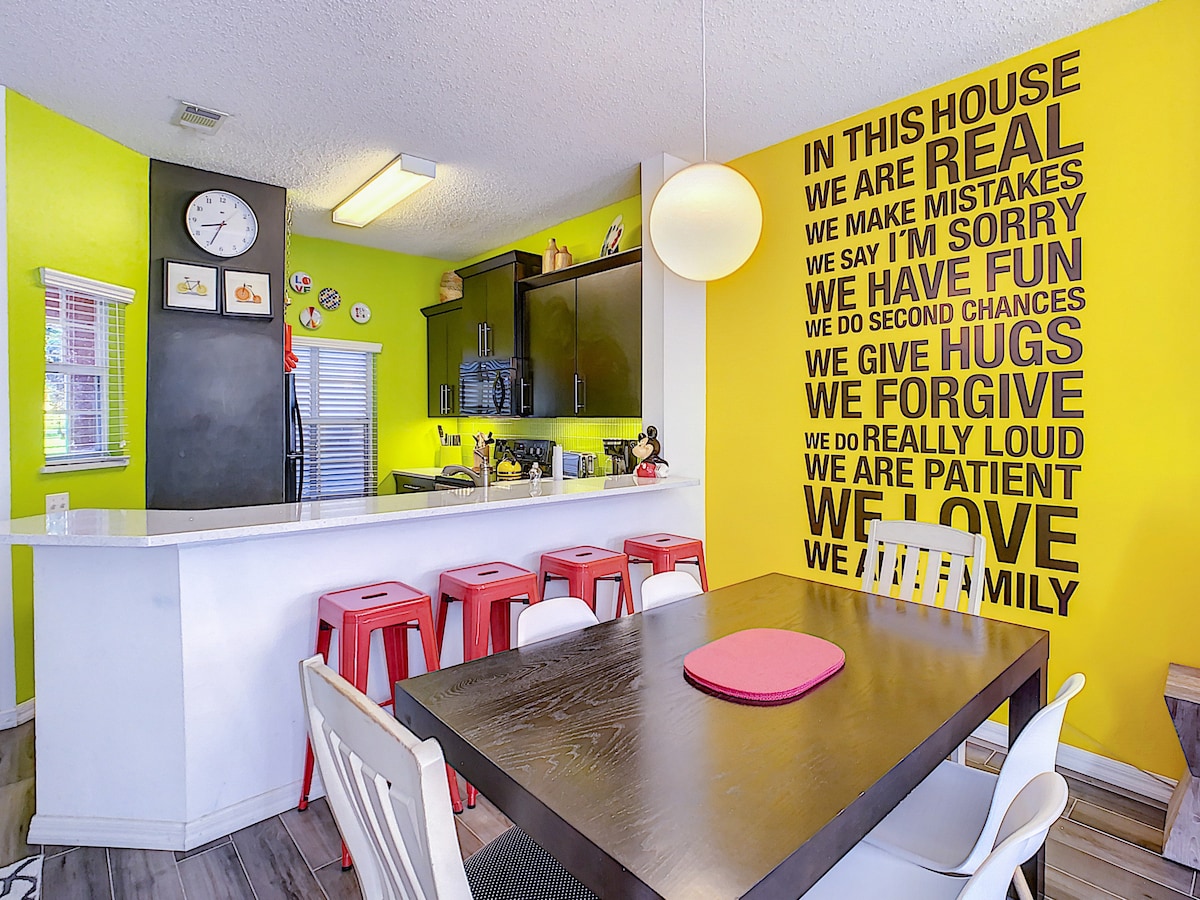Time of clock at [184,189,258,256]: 8:34
